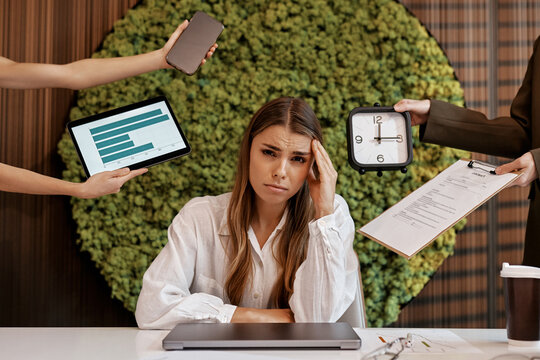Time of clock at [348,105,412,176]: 12:14
